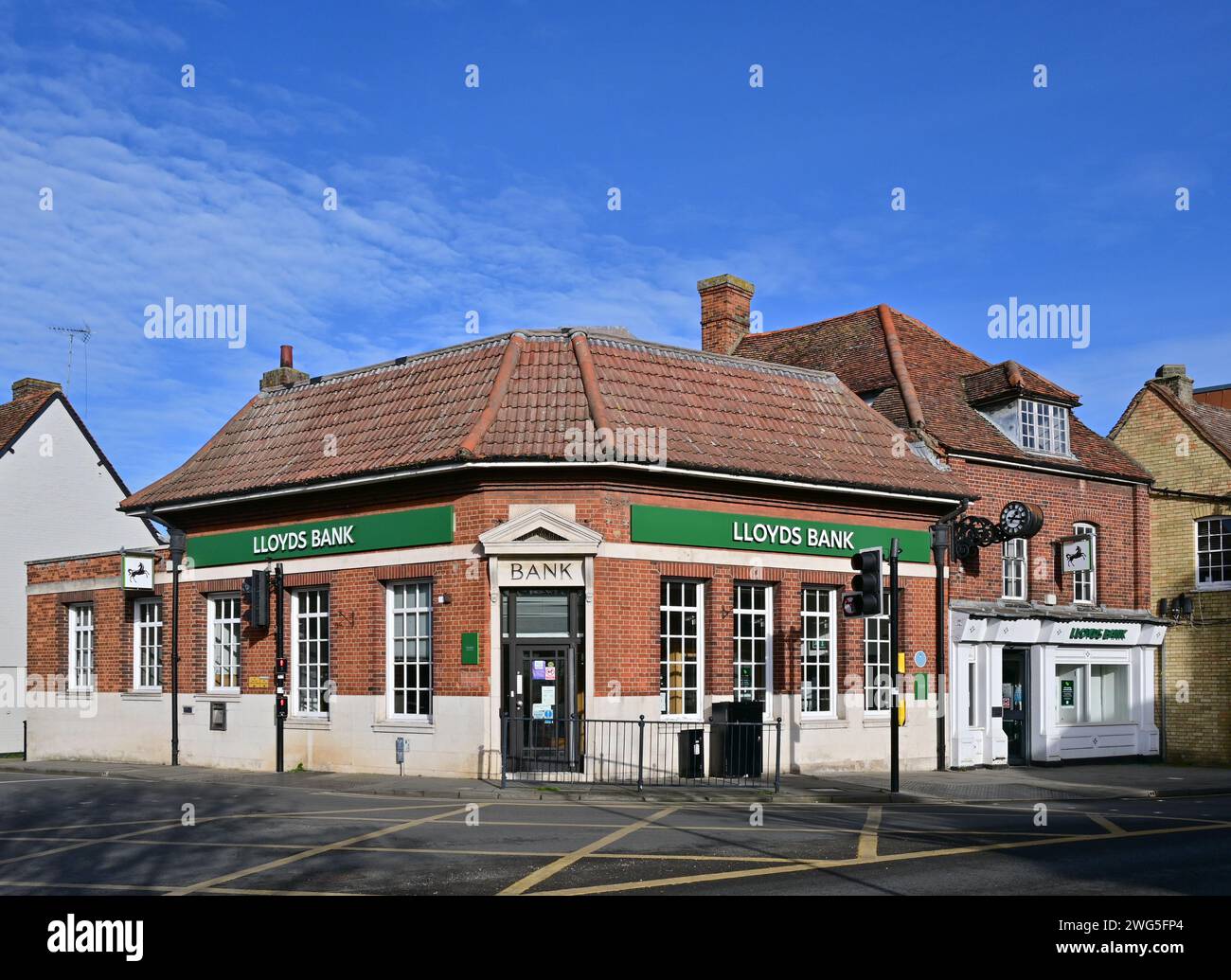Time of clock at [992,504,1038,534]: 1:16
